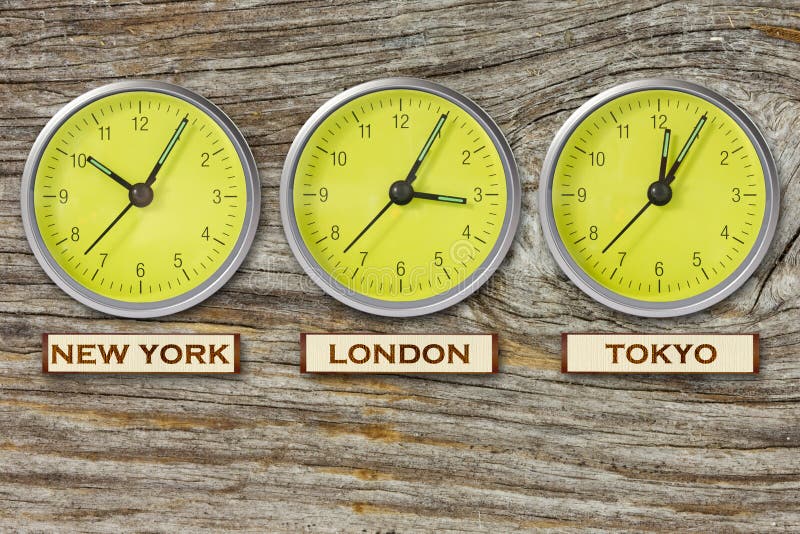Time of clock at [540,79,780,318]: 12:05
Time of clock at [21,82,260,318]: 10:05
